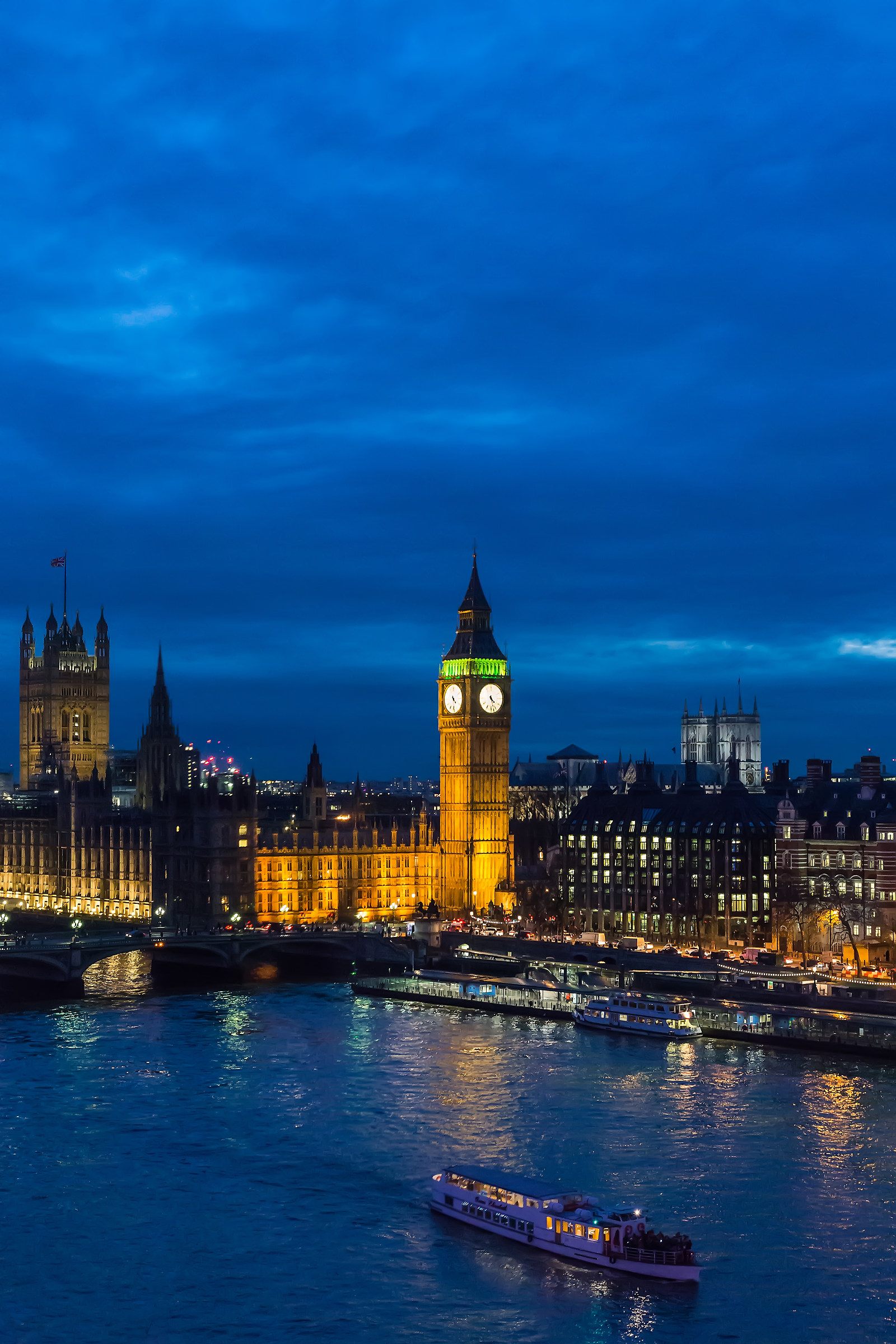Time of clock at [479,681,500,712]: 4:27
